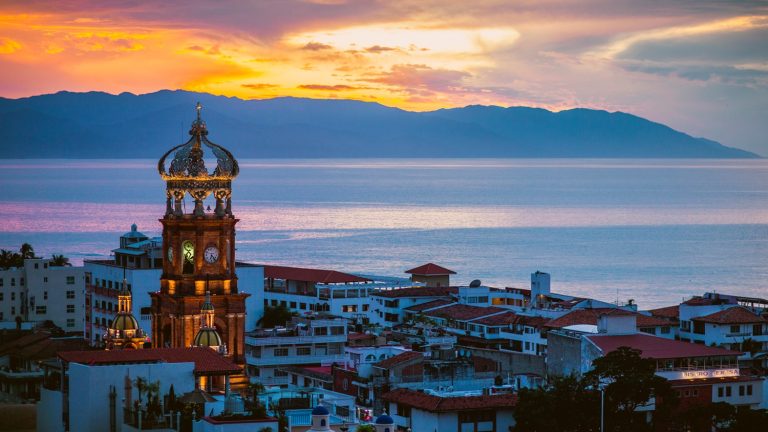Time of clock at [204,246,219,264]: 6:23
